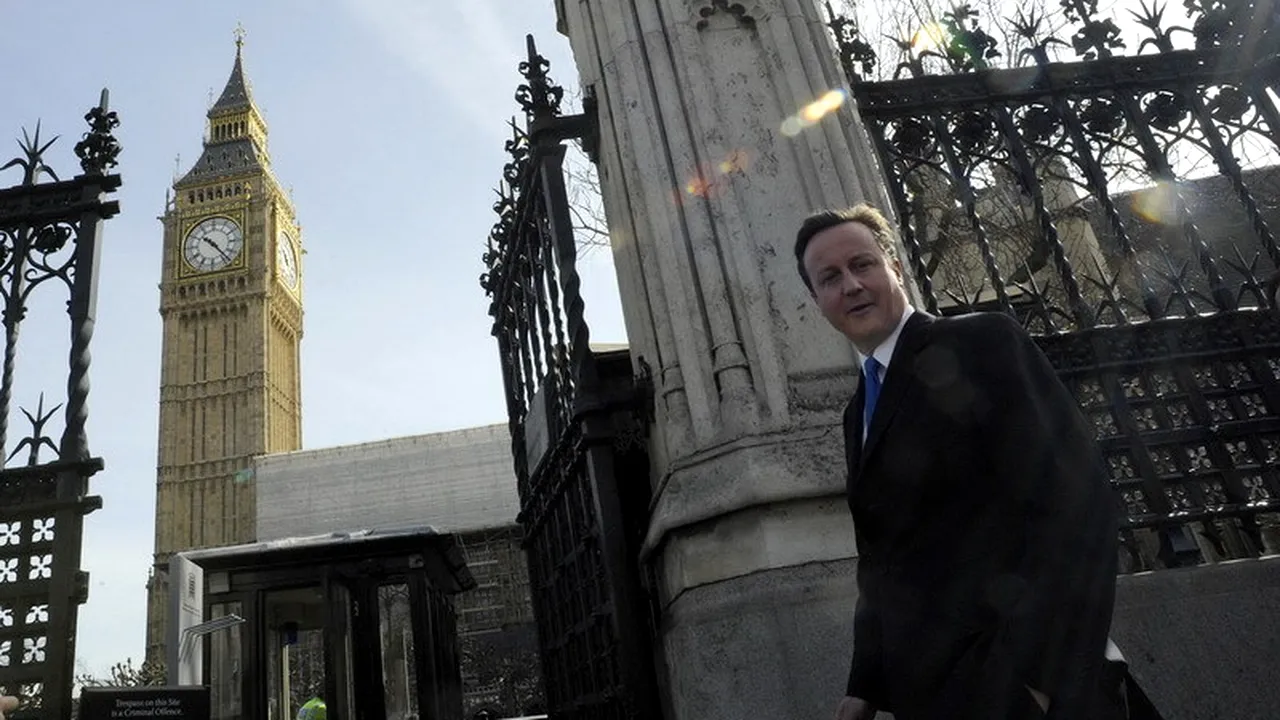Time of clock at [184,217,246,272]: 10:23
